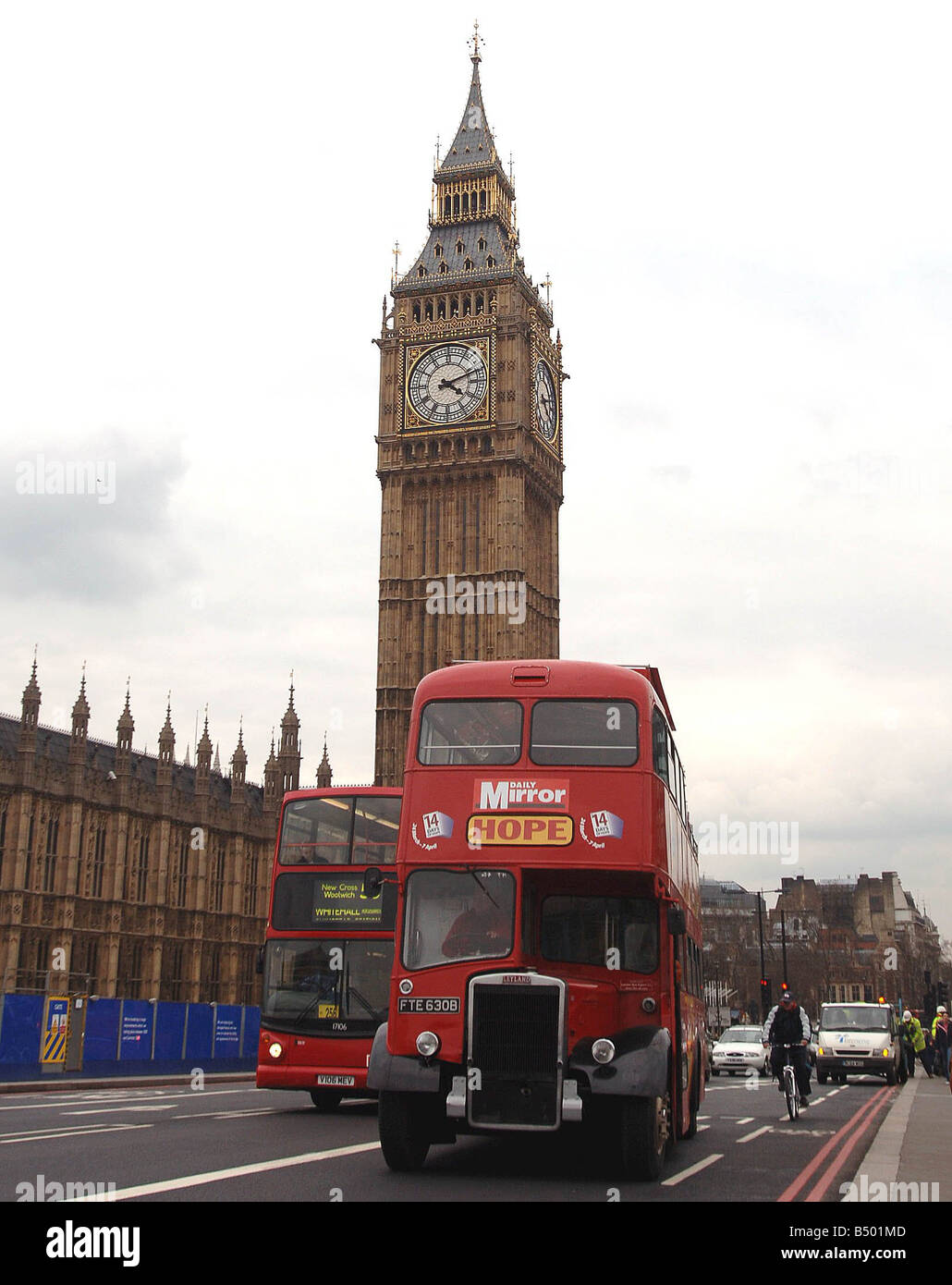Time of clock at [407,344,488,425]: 4:11
